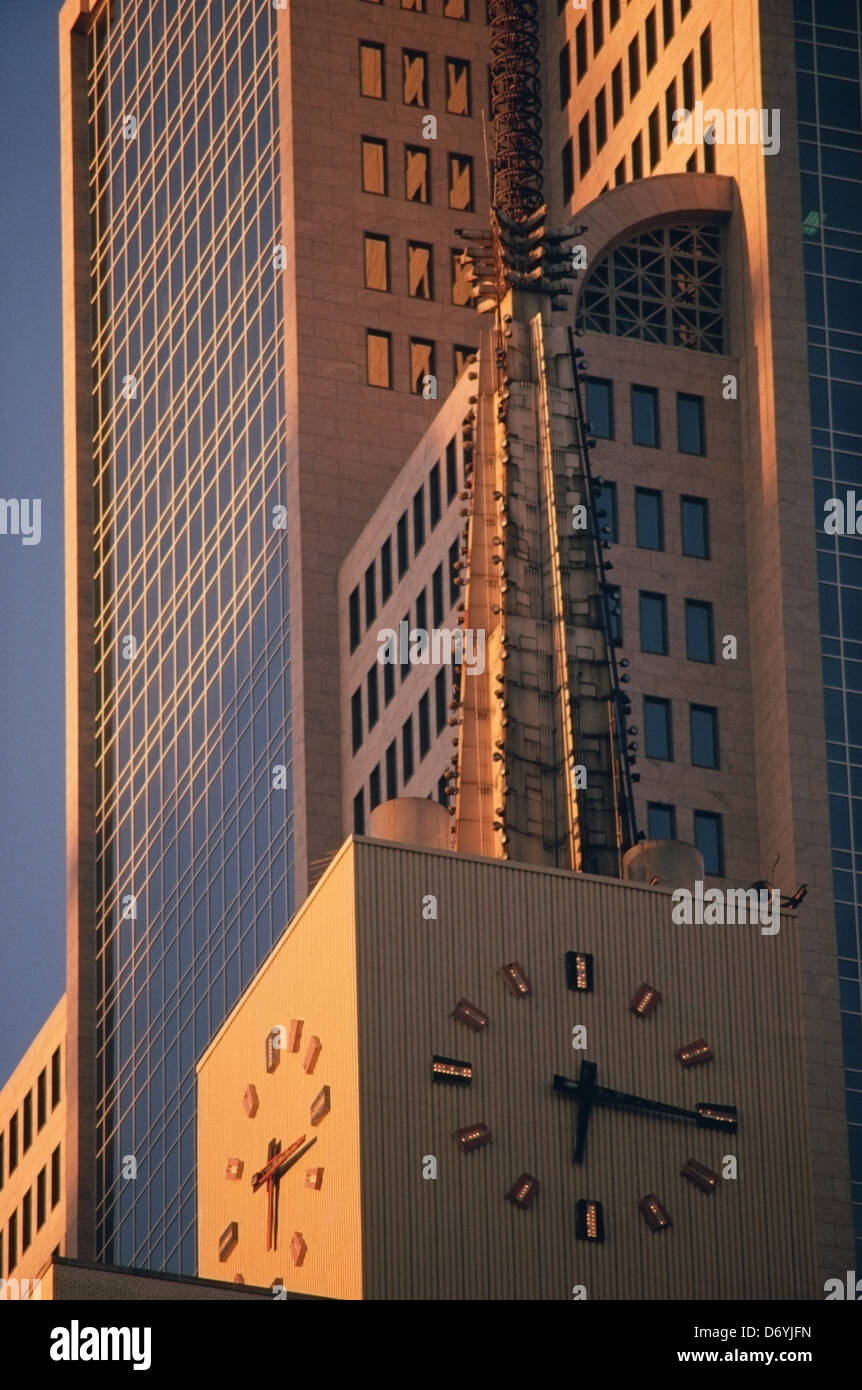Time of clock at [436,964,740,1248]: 6:16
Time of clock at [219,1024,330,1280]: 6:12
